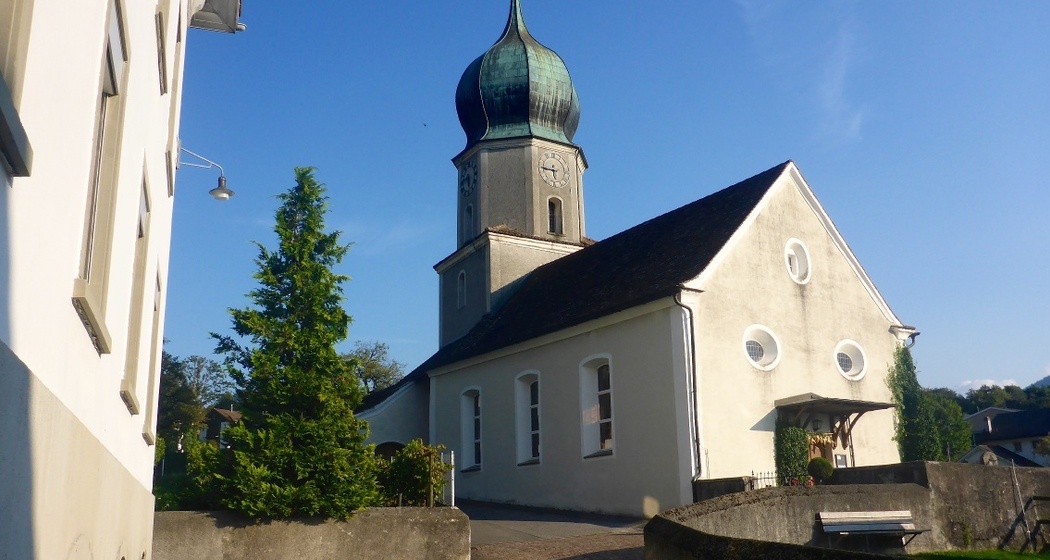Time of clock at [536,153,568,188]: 5:45
